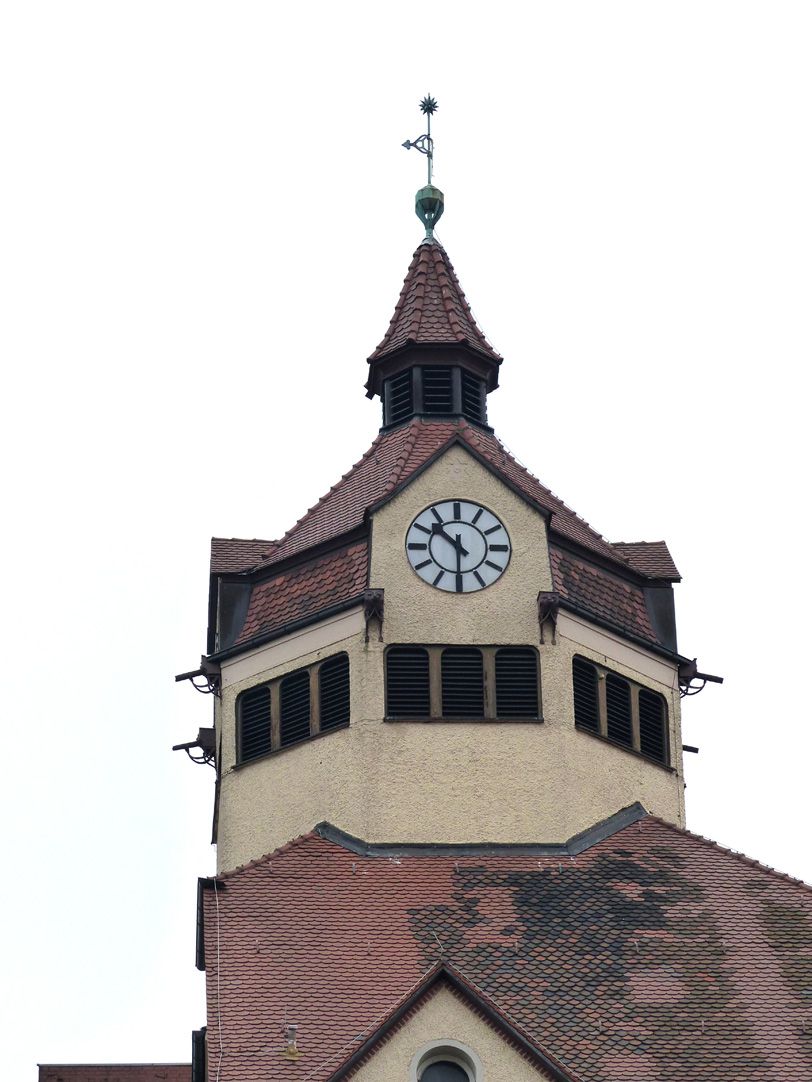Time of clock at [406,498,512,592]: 10:30
